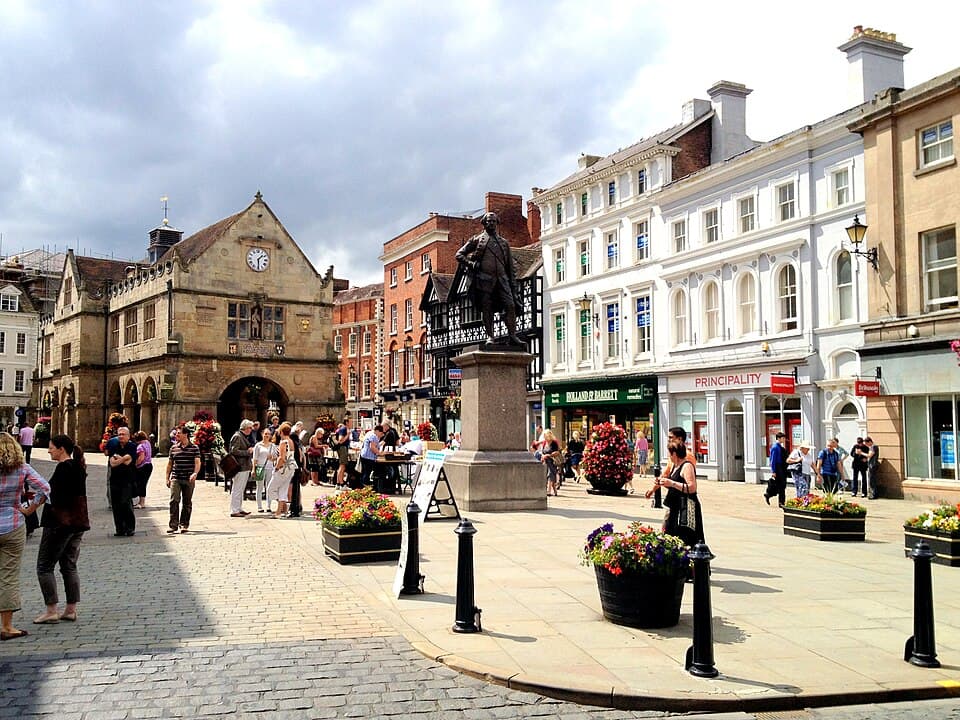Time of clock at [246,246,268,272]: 1:29
